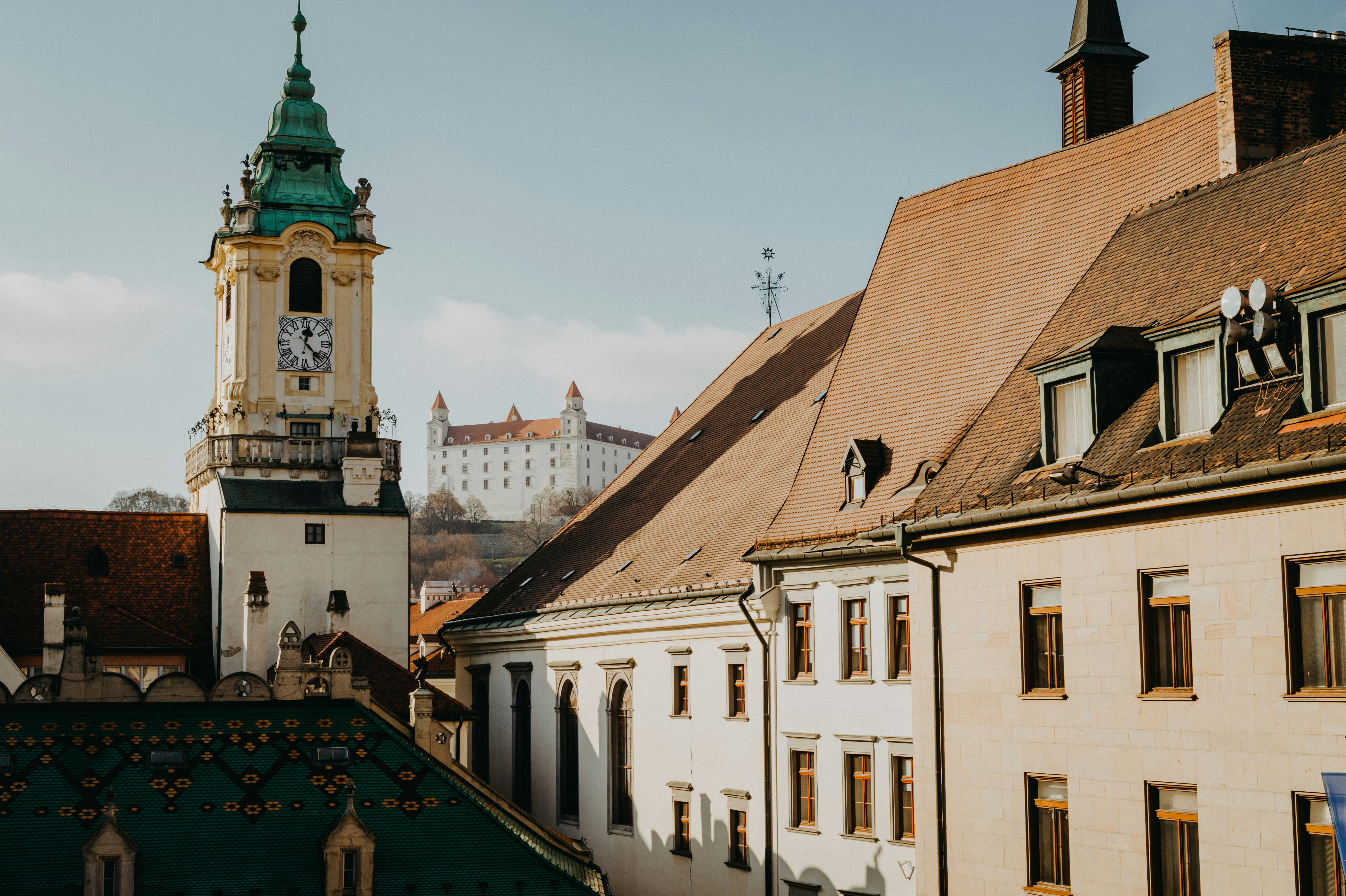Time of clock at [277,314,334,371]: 12:22
